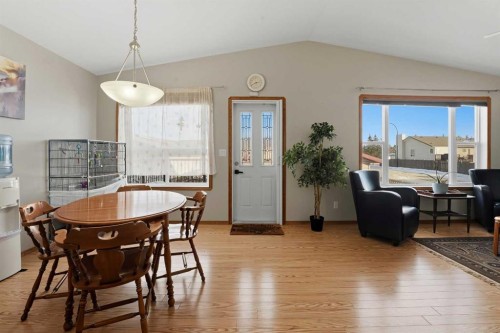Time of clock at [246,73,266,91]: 2:40
